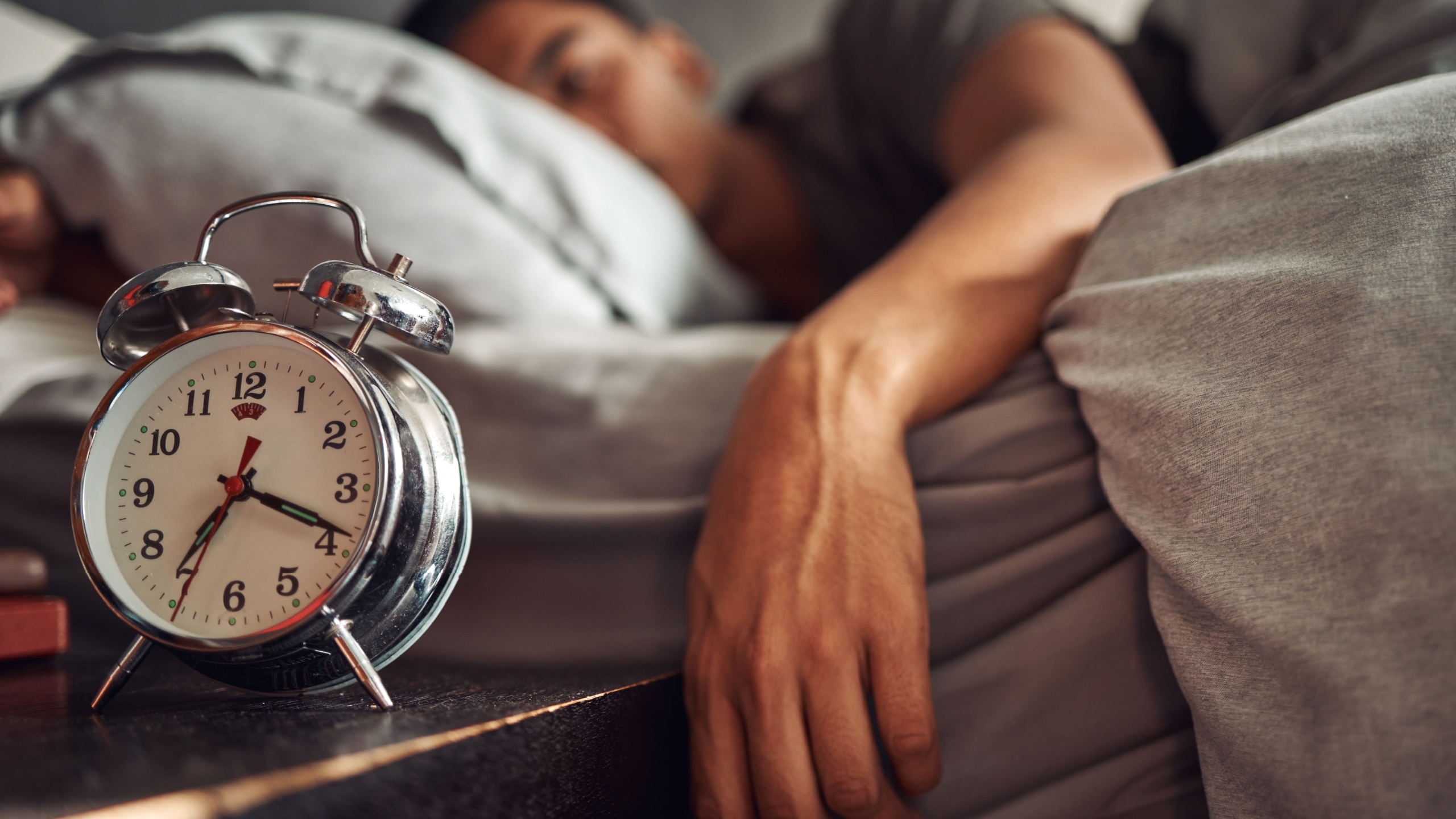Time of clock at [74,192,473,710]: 7:18
